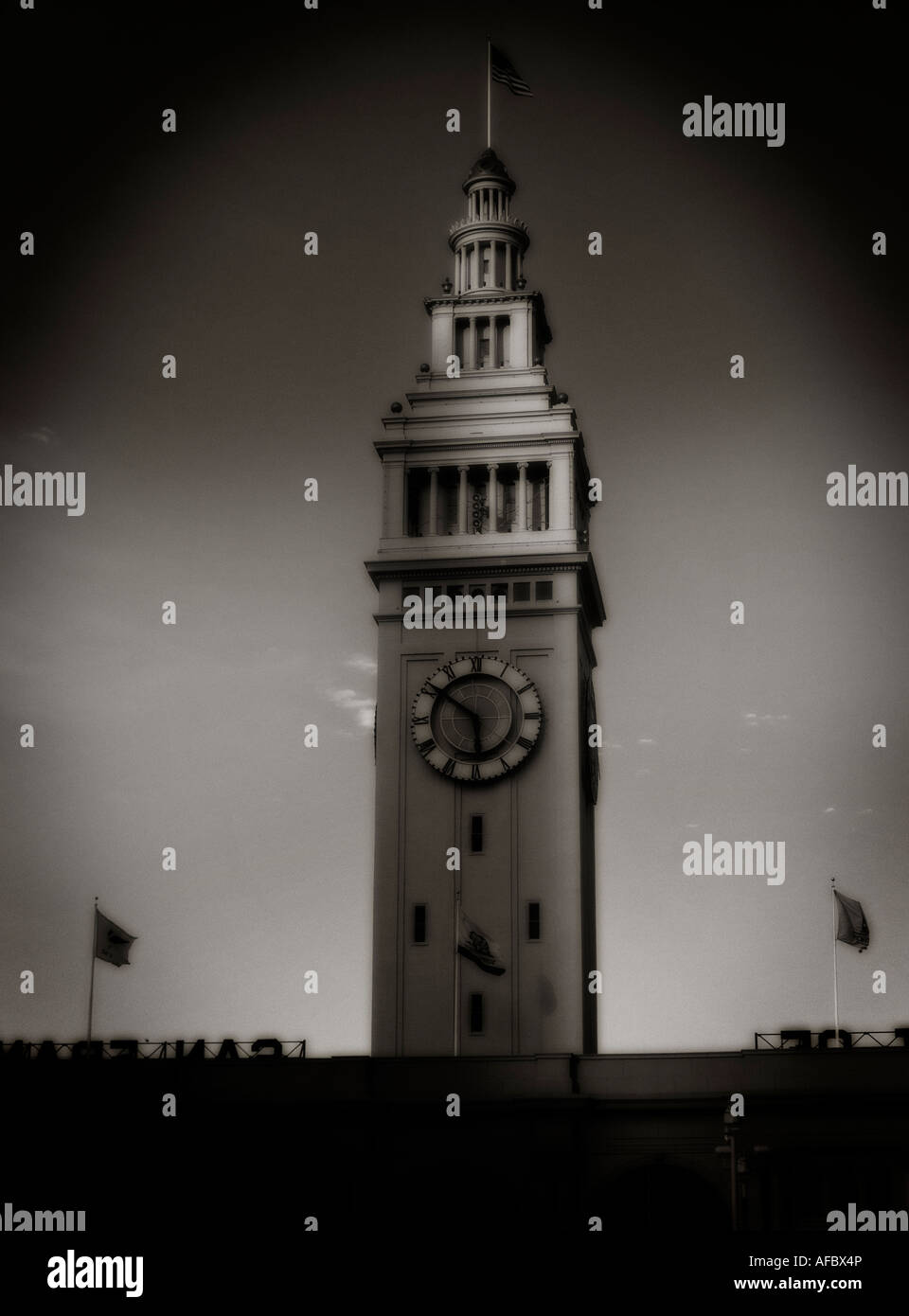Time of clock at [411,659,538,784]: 5:51
